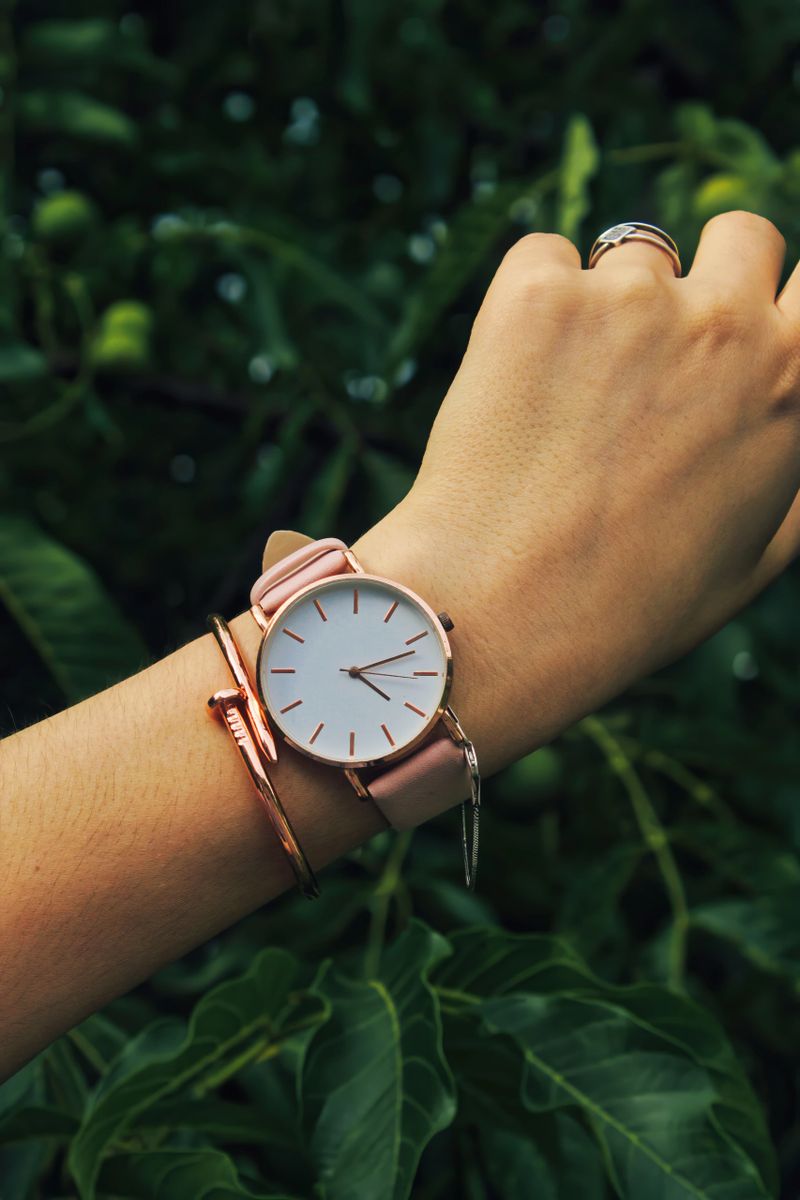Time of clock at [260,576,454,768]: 4:11
